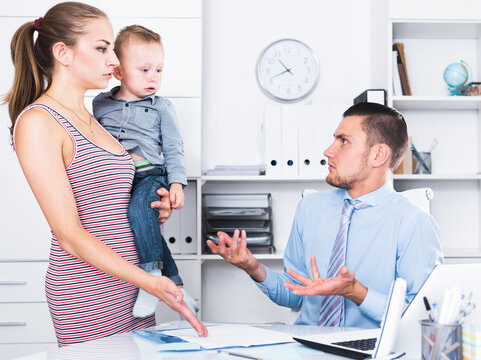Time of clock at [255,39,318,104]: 10:41
